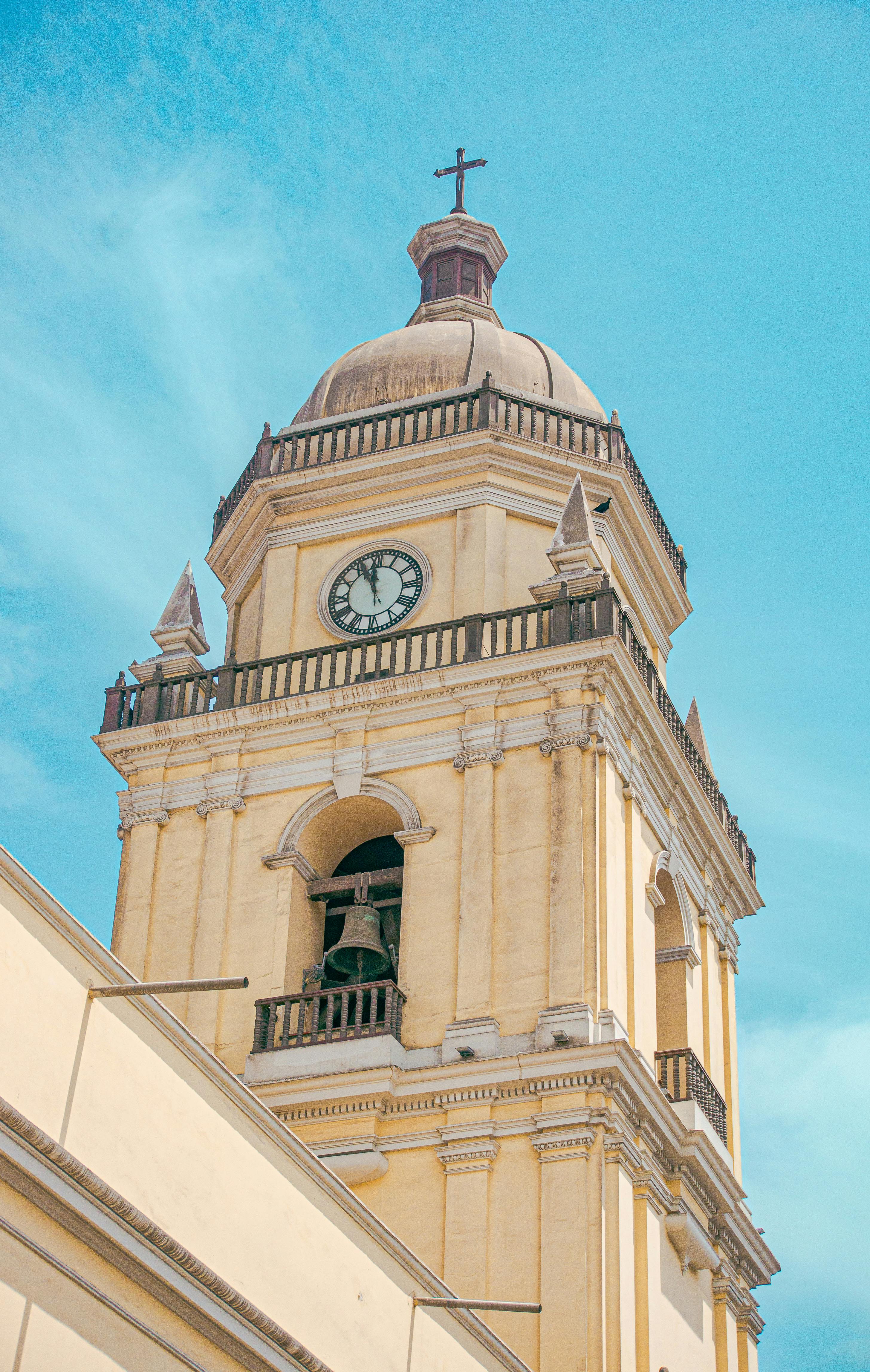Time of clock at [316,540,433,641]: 11:56
